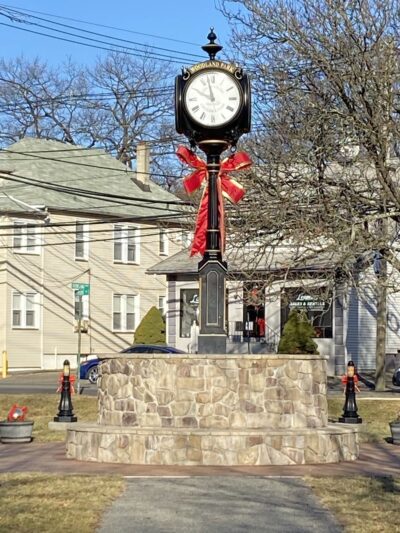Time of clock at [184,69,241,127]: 9:57
